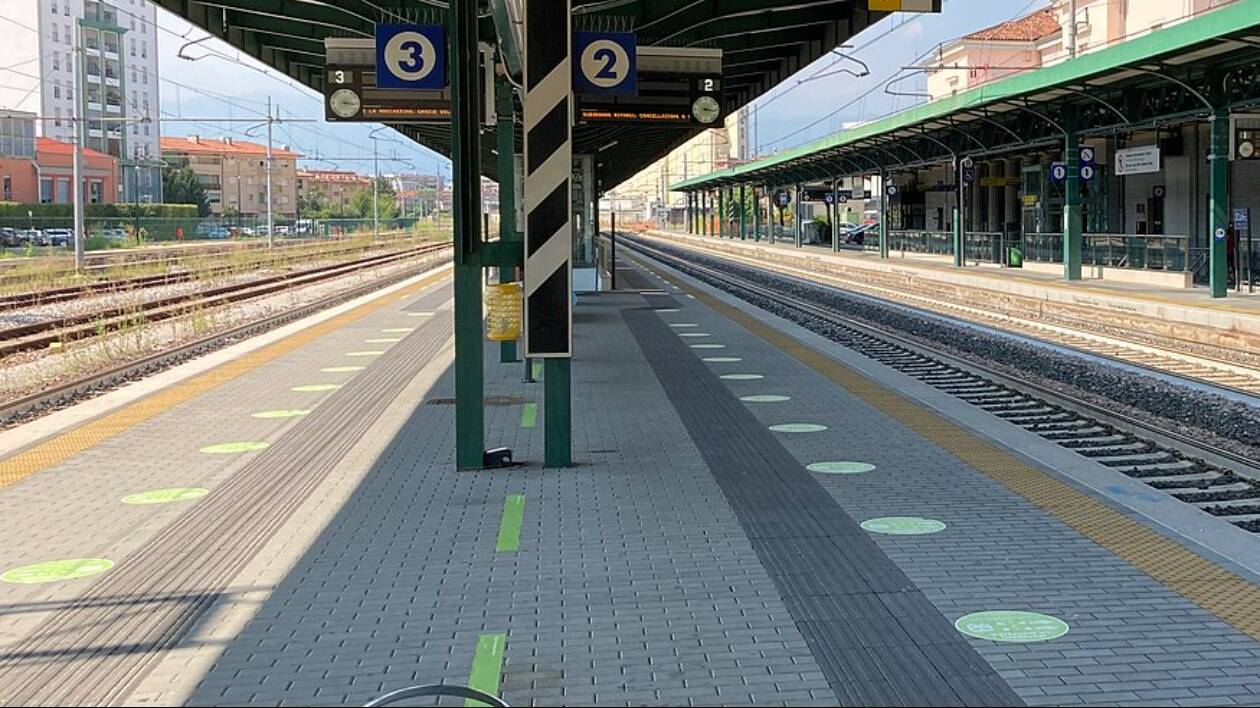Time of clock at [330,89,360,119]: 3:16
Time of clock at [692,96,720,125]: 3:16
